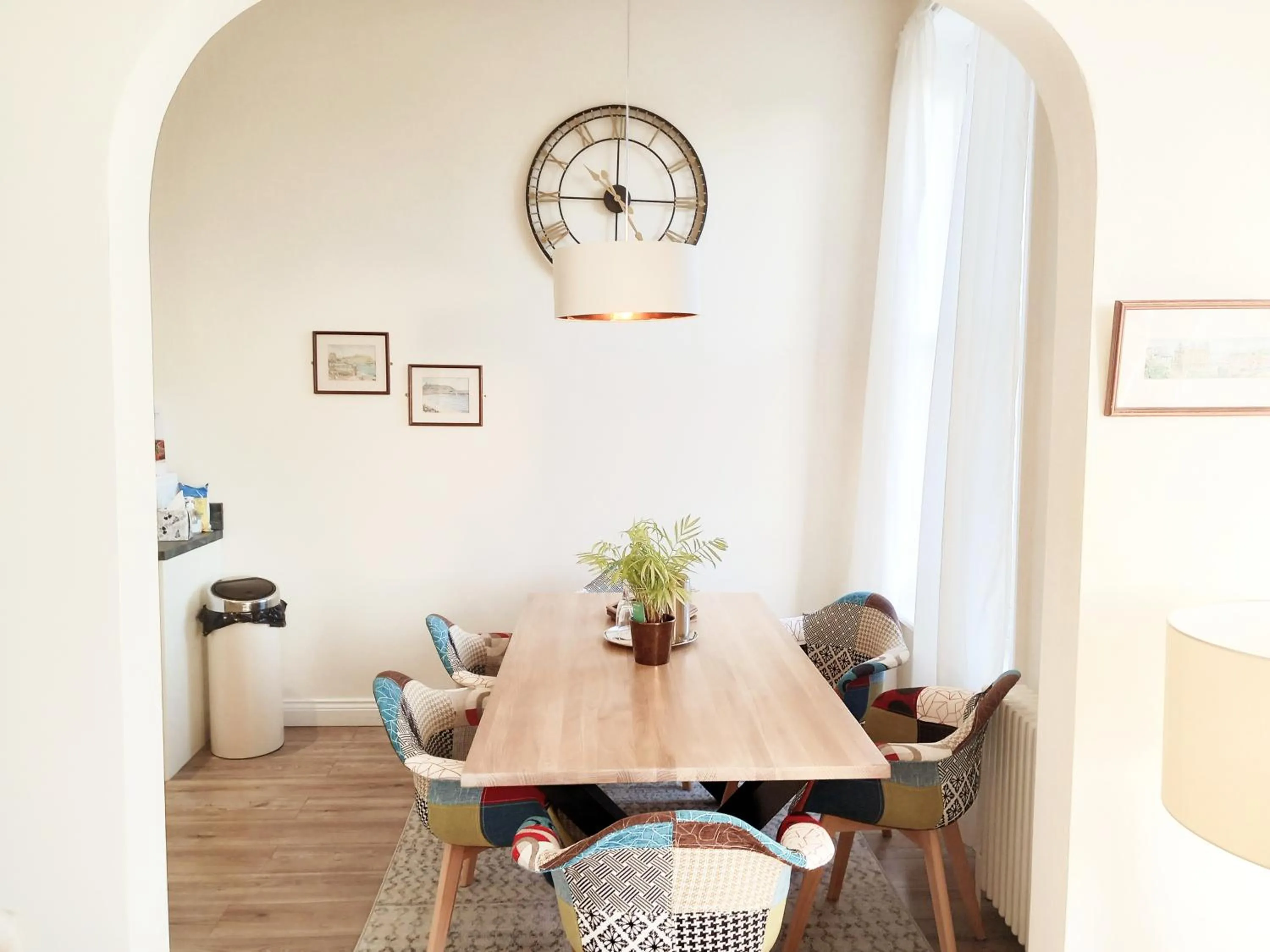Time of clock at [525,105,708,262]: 9:00
